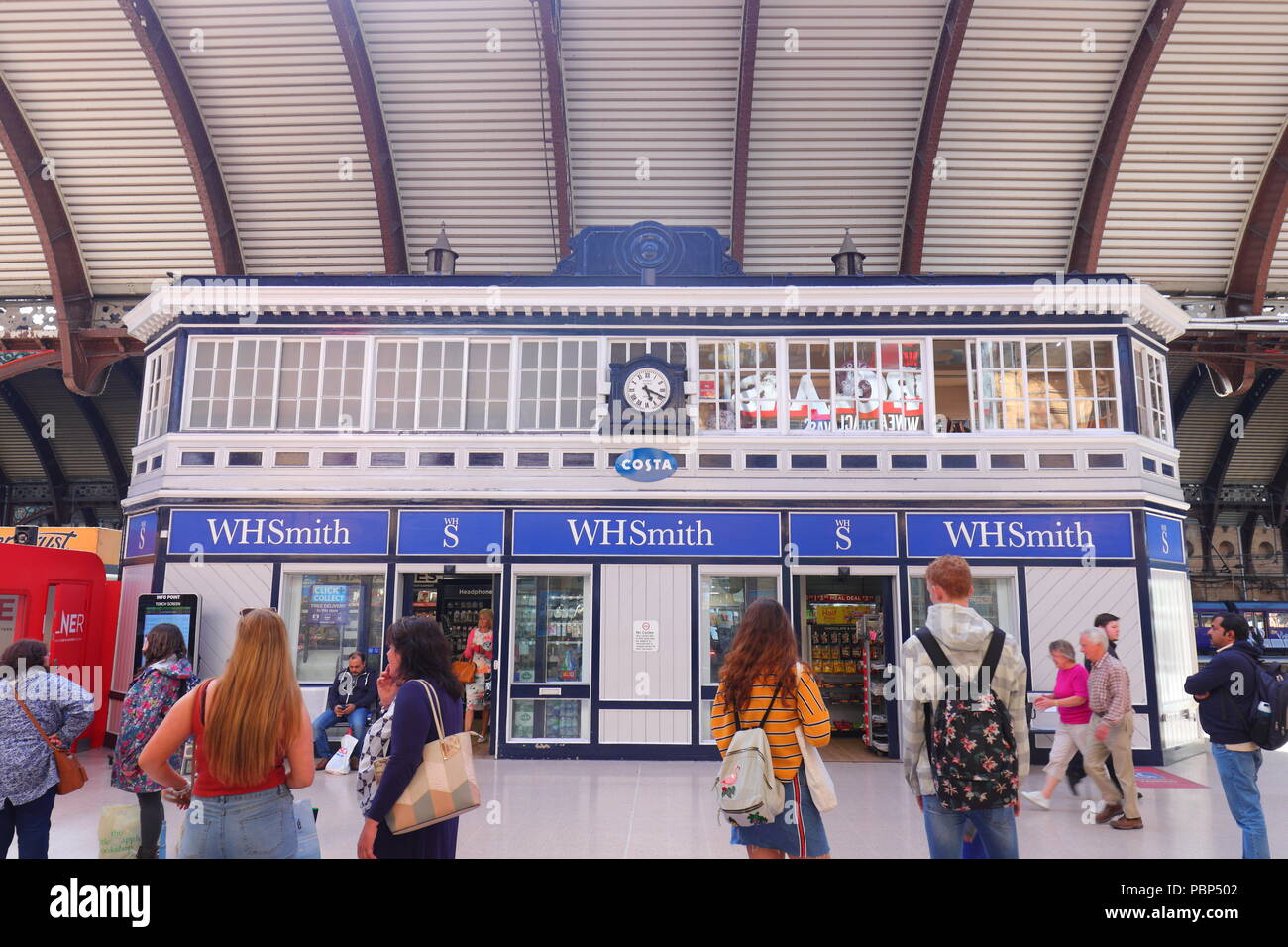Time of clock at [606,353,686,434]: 5:18
